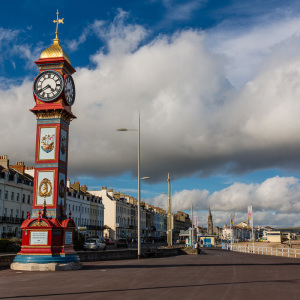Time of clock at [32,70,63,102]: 4:40
